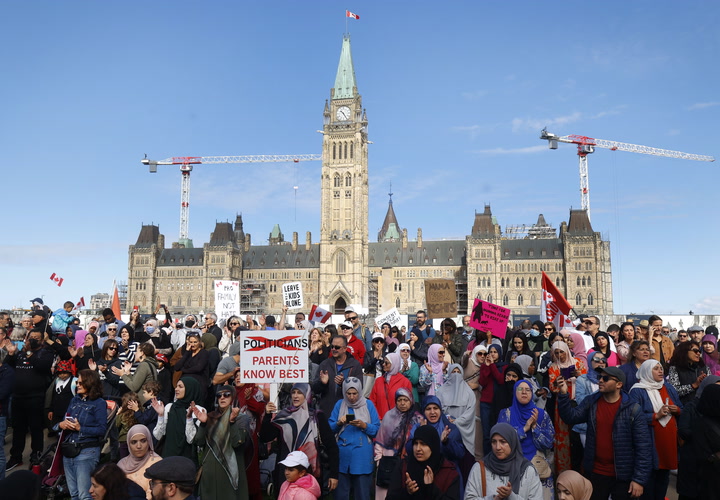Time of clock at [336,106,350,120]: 10:24
